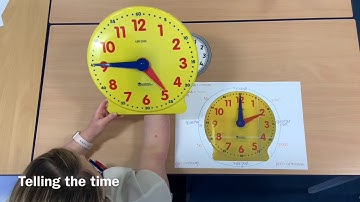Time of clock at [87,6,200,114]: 4:45
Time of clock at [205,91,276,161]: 12:00
